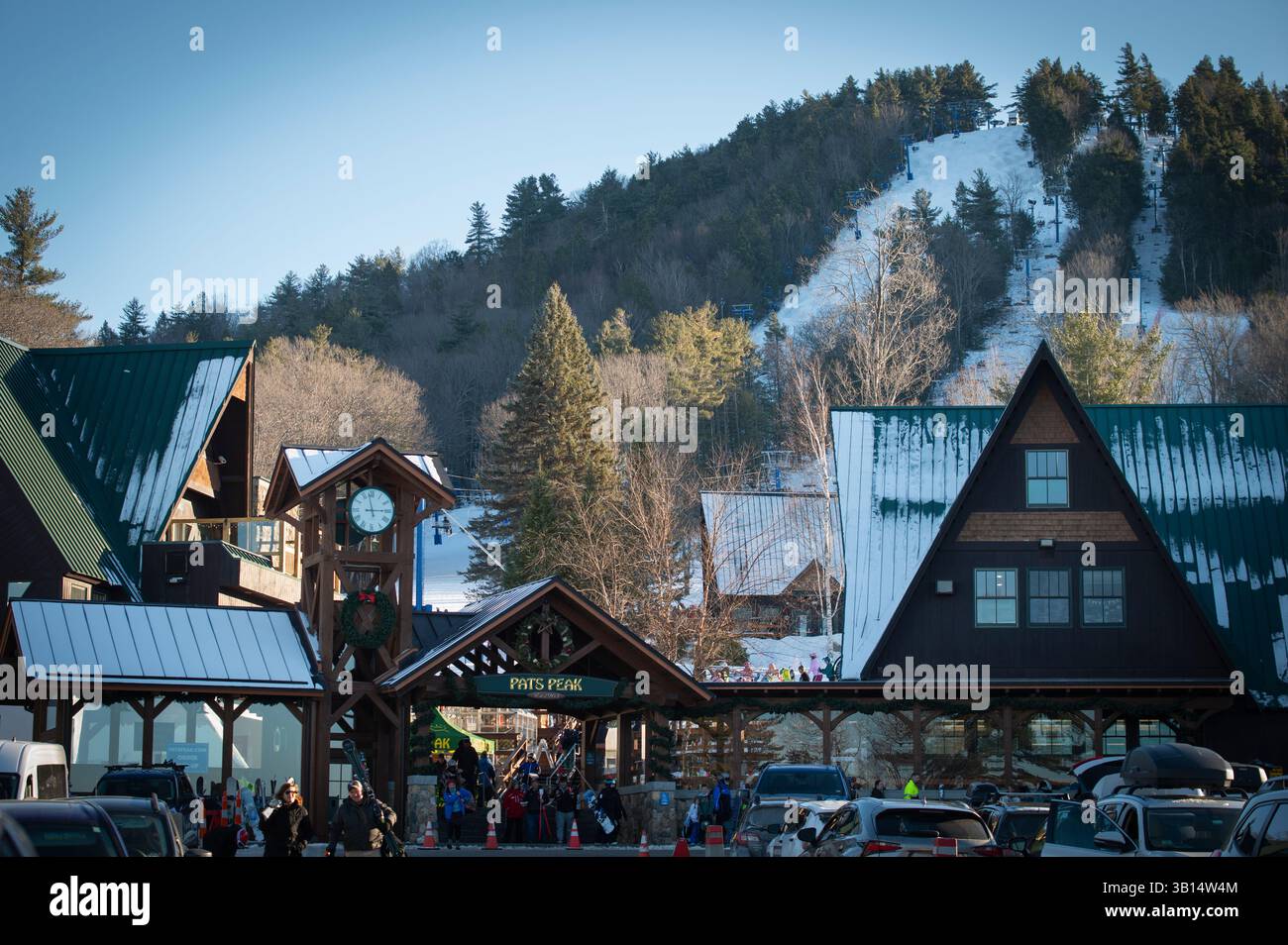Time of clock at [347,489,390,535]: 2:57
